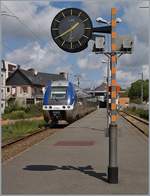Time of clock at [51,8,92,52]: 1:39
